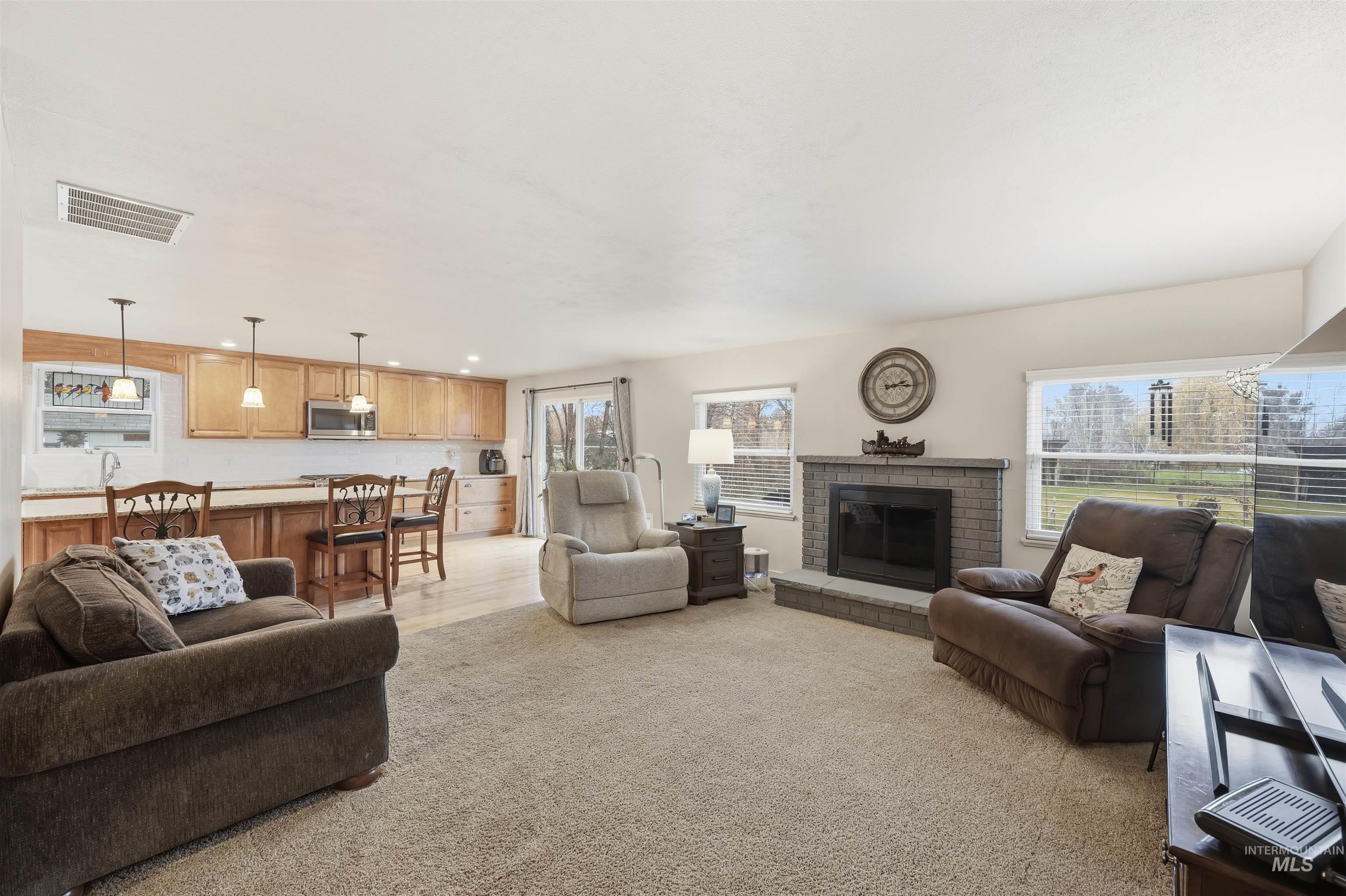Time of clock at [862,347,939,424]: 2:15
